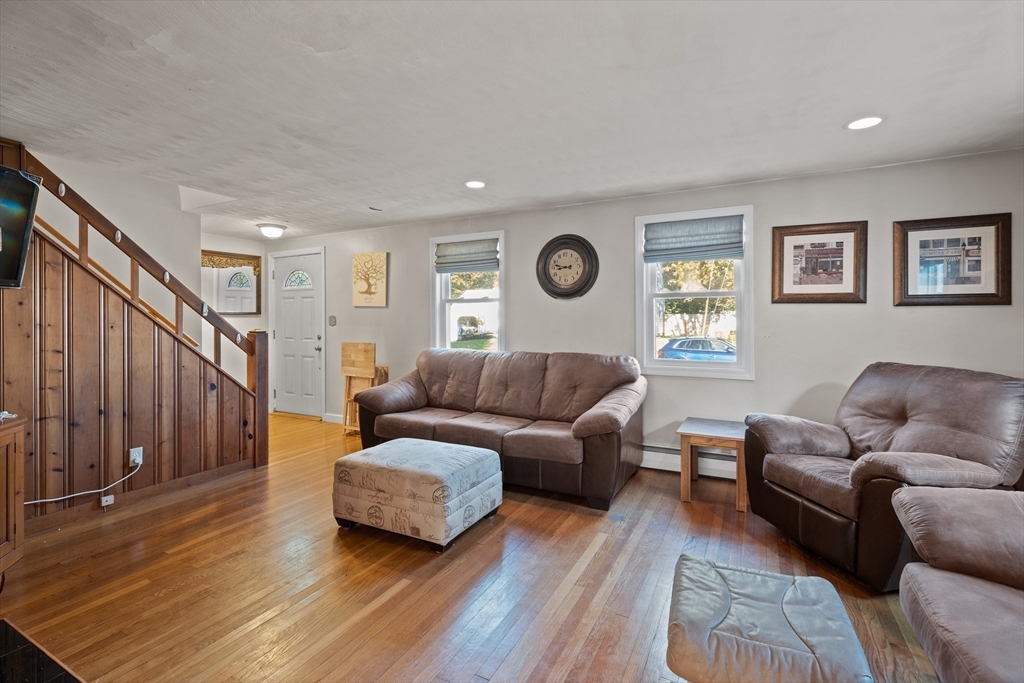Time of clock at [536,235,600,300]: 8:47
